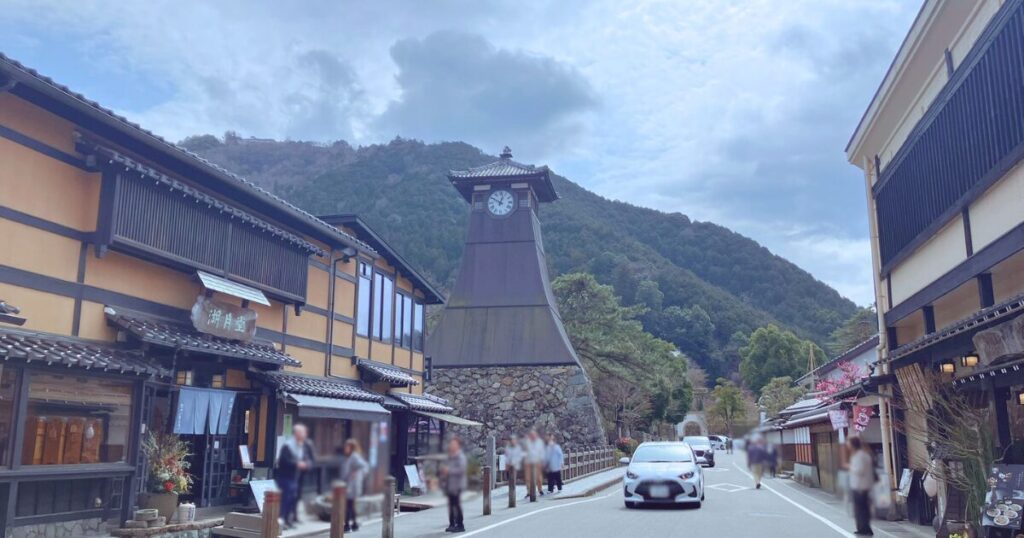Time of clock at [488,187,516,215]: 12:49
